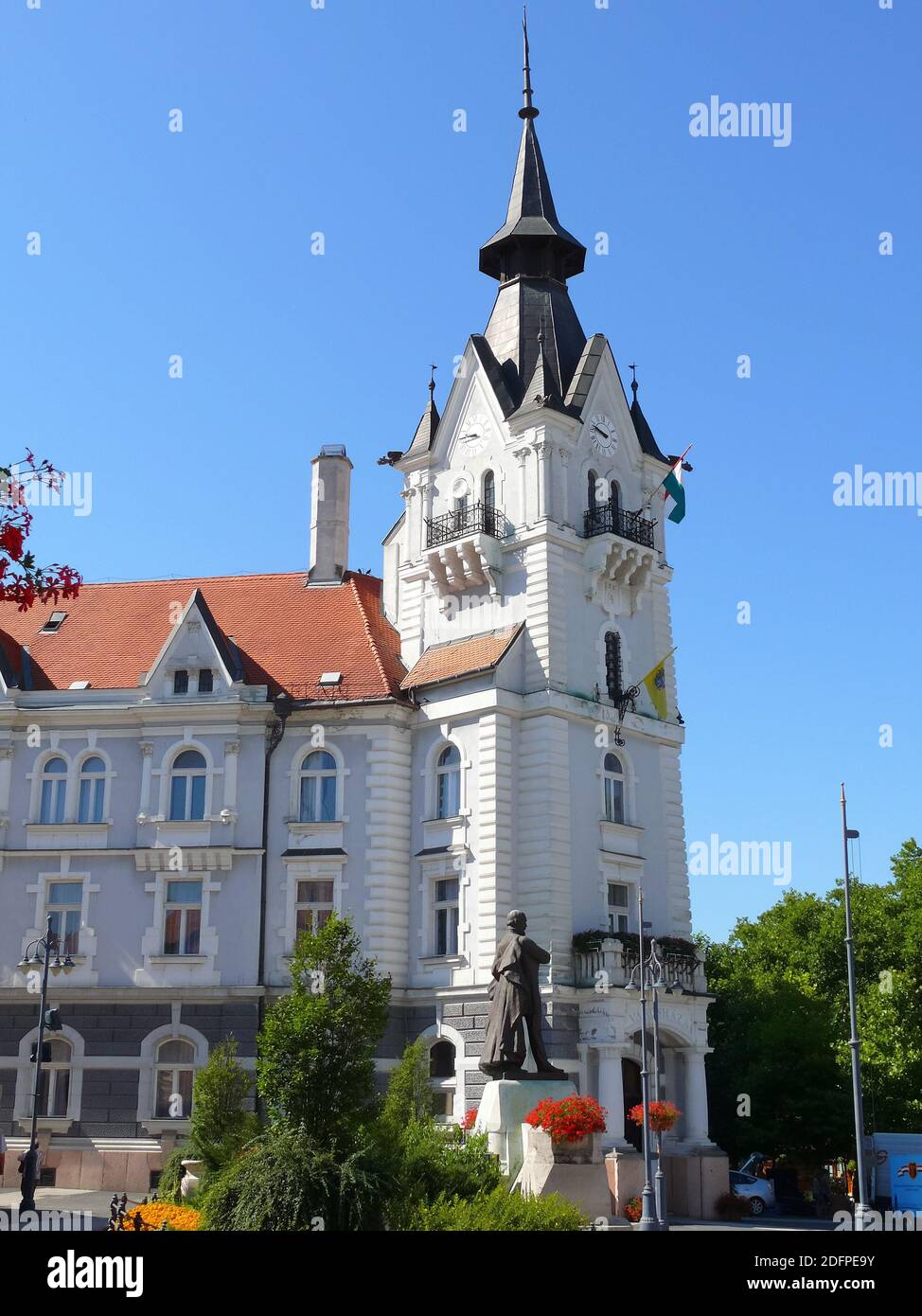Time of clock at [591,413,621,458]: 9:48
